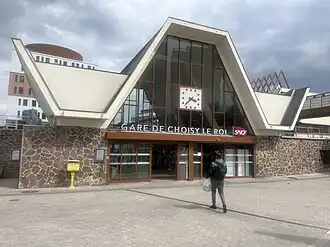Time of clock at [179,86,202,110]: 3:37
